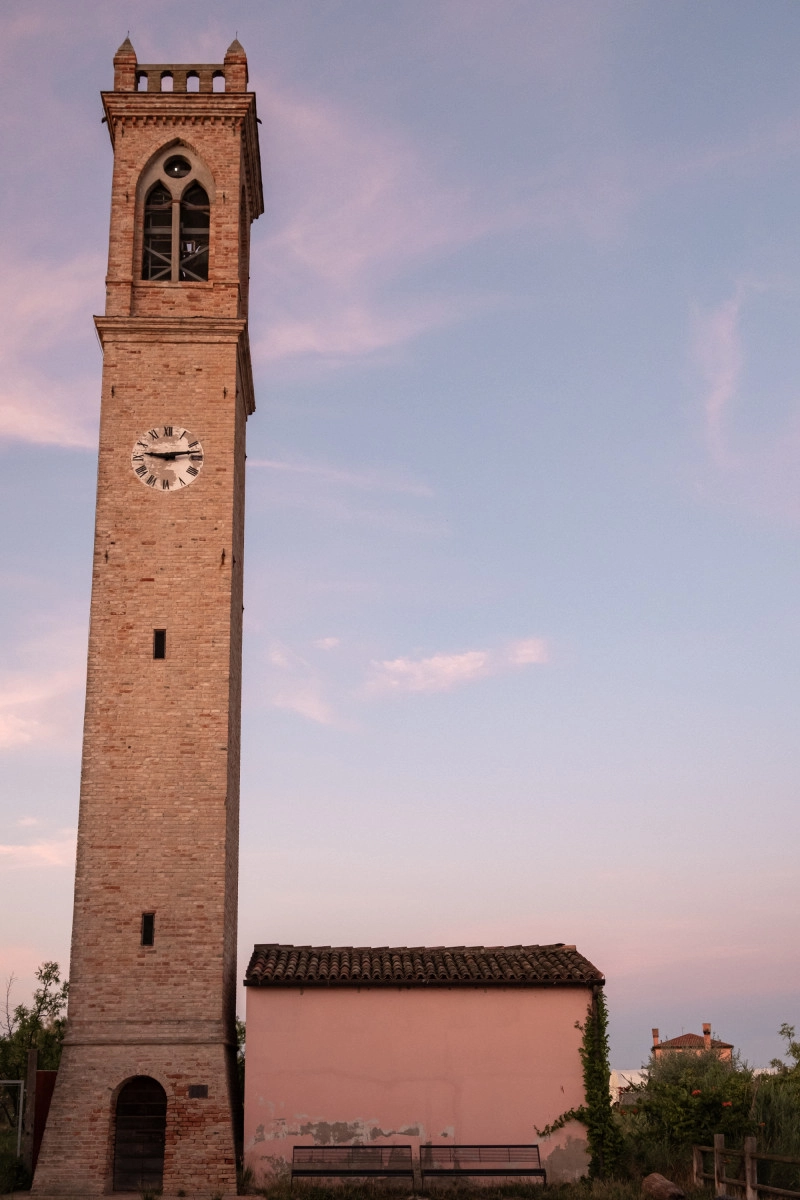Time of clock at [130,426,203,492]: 9:13
